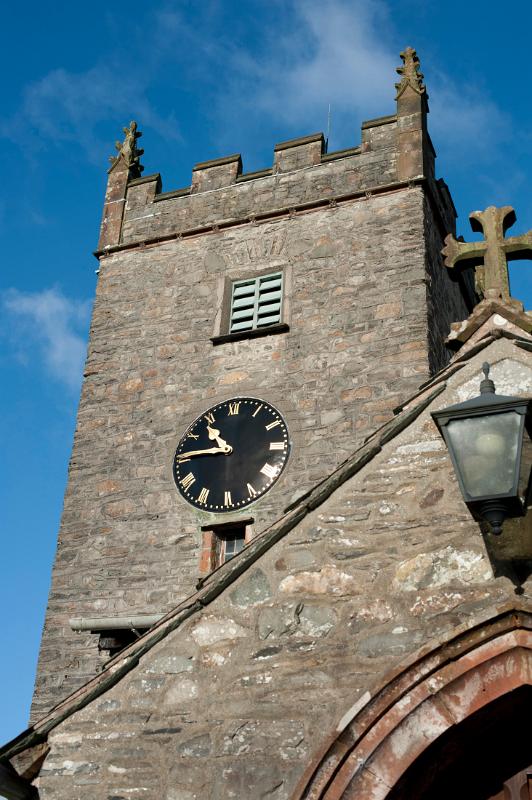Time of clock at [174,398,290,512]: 10:45
